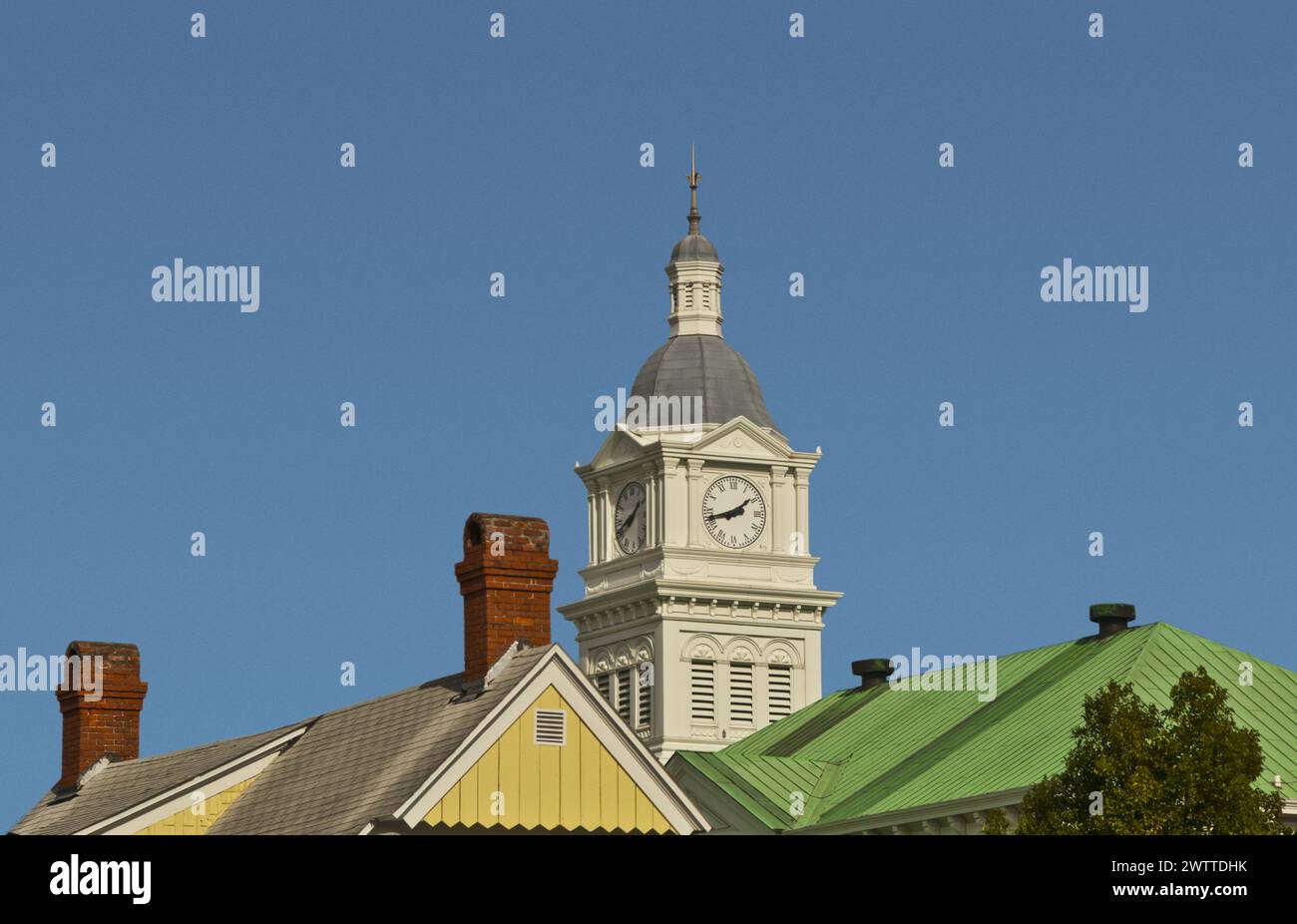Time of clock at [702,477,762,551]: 1:42
